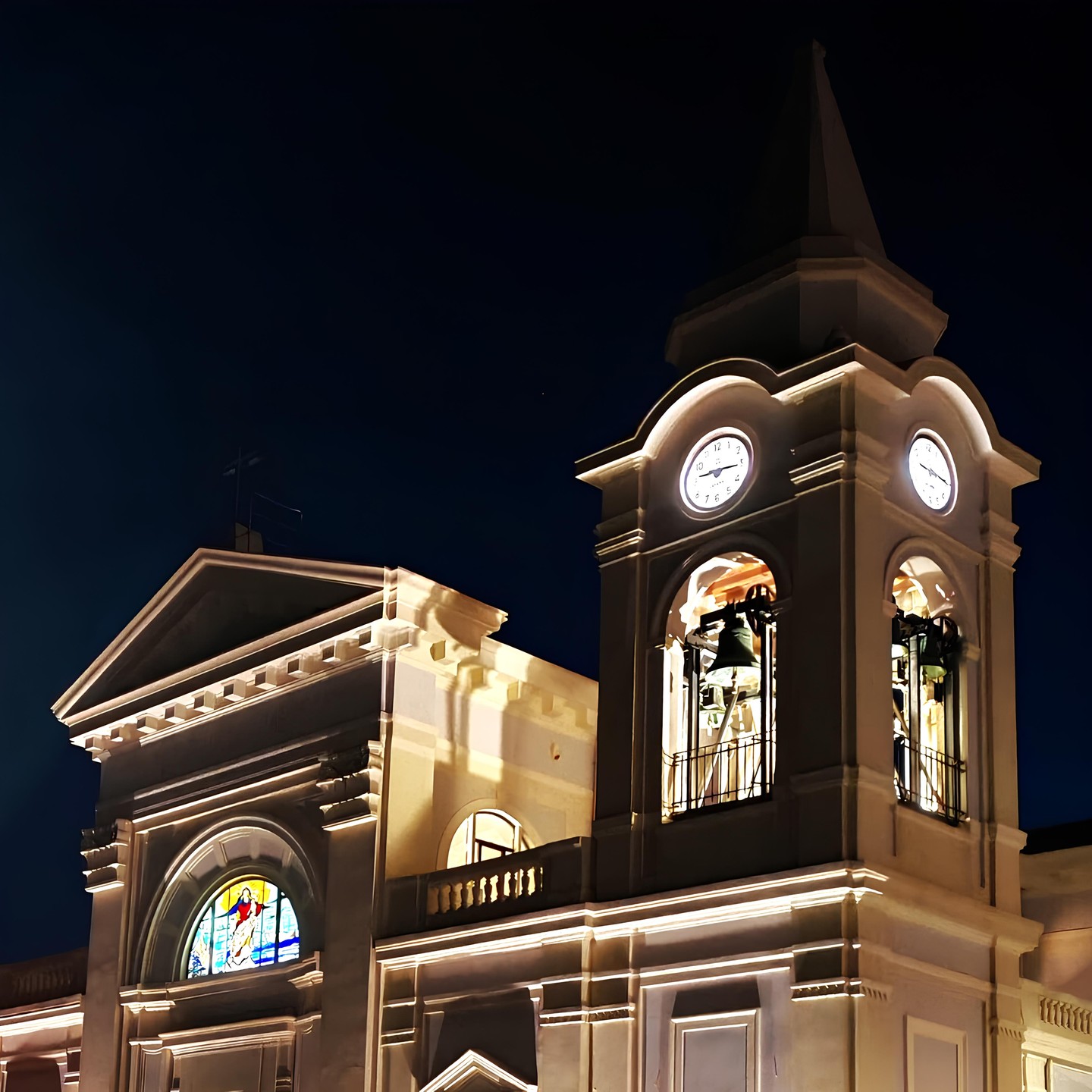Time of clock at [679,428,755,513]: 9:15
